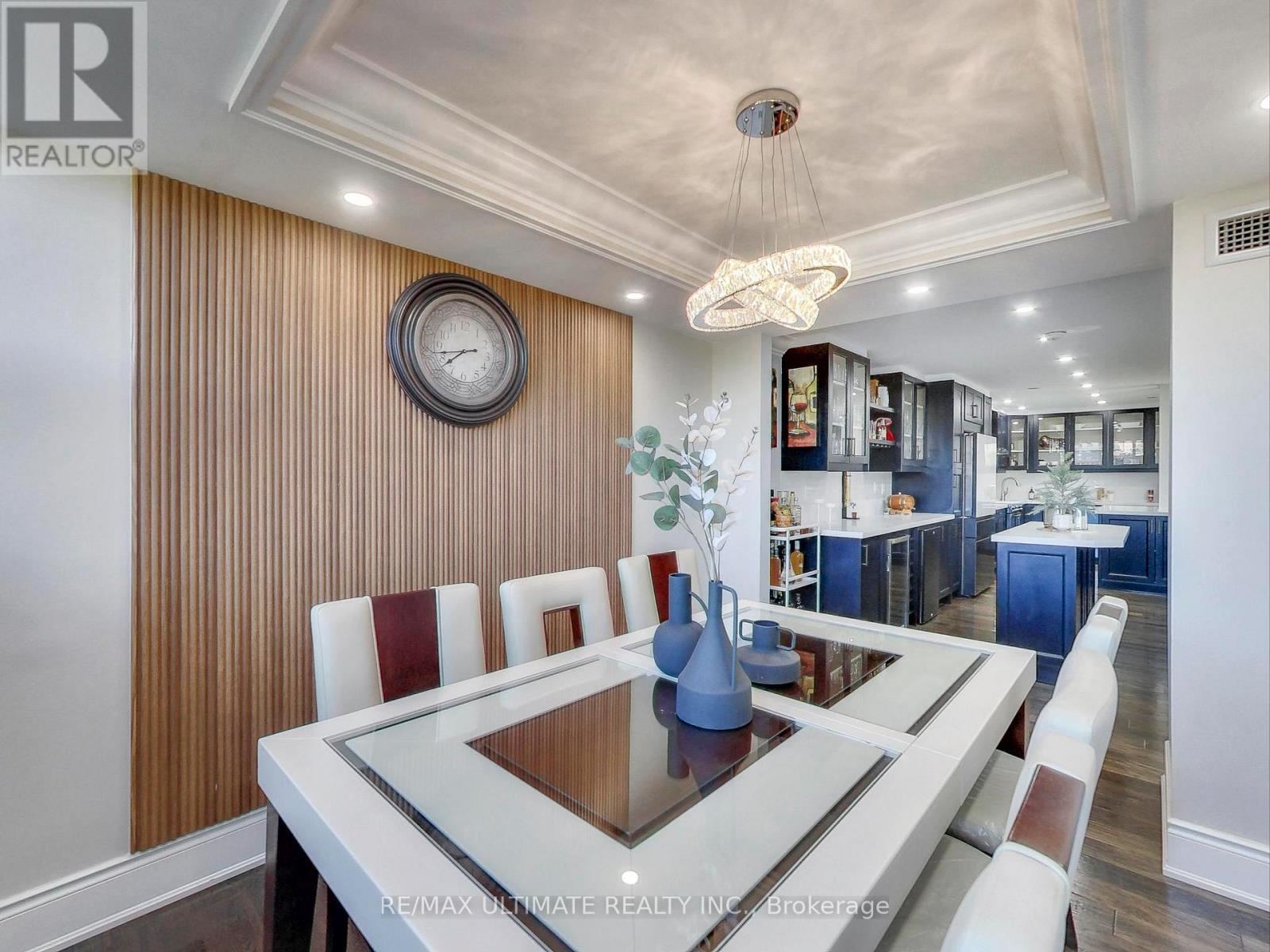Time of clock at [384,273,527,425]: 8:39
